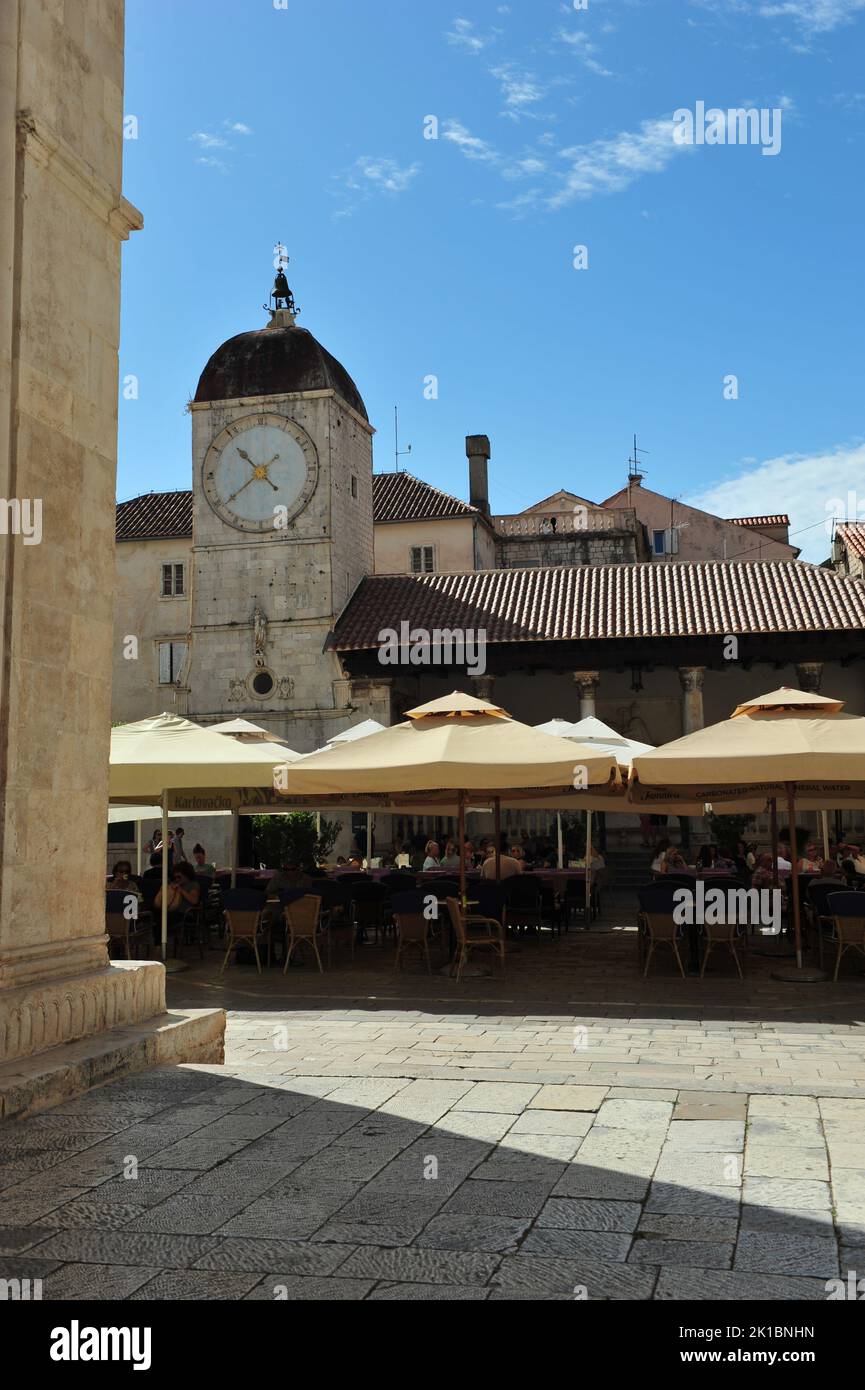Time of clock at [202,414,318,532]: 10:39
